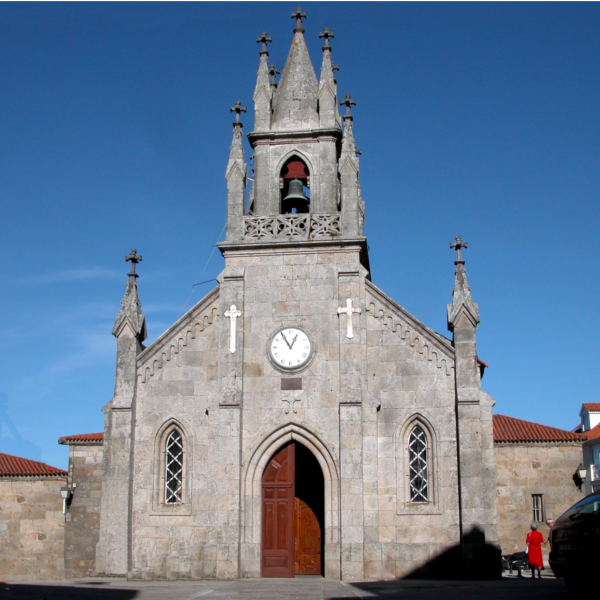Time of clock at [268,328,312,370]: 12:54
